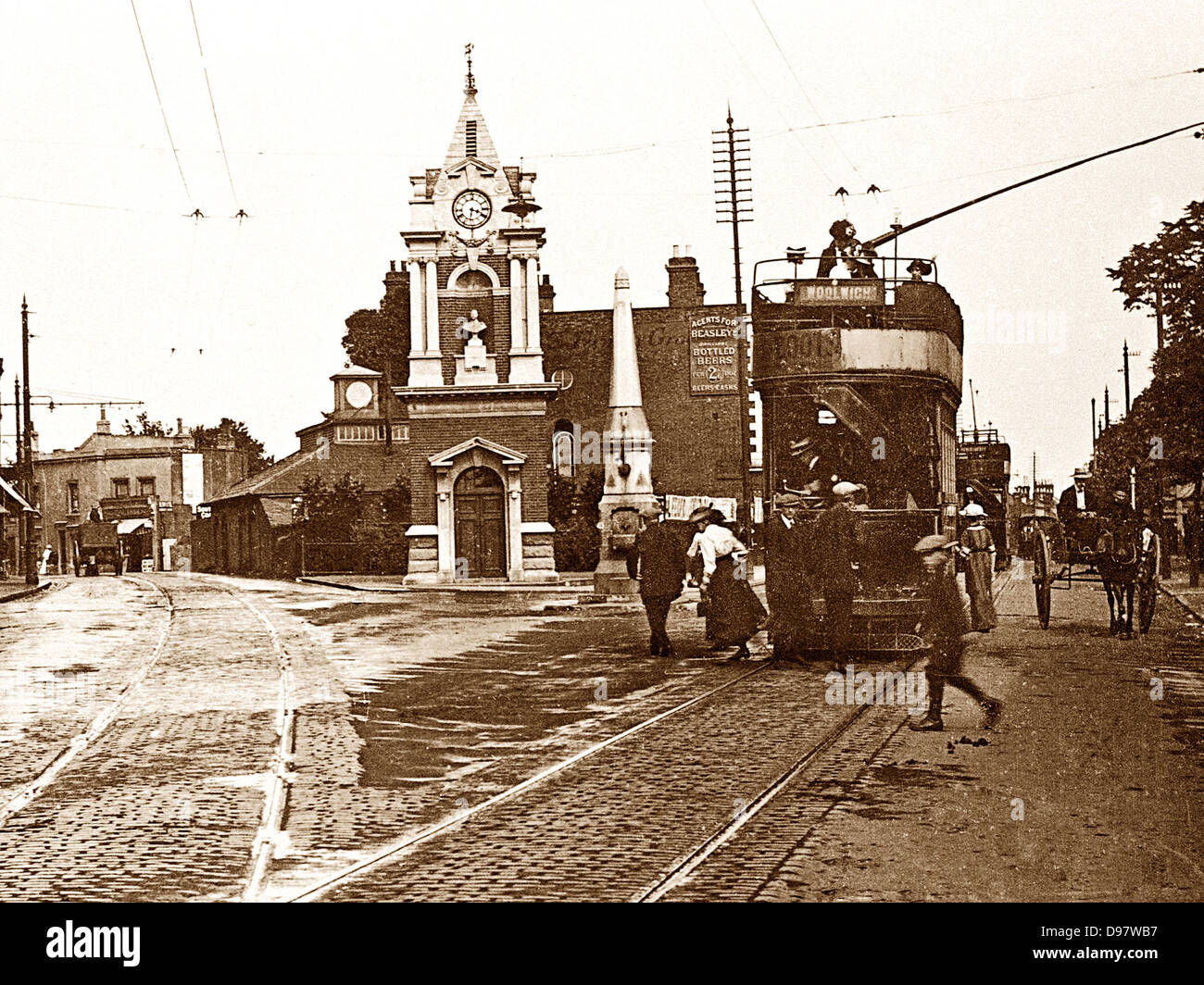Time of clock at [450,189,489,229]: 3:31
